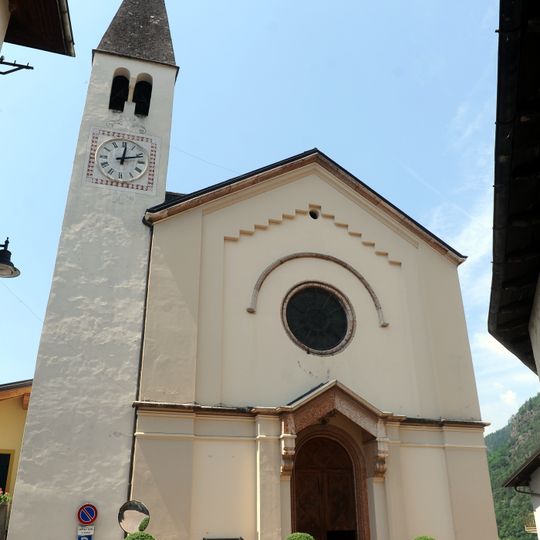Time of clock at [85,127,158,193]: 12:11
